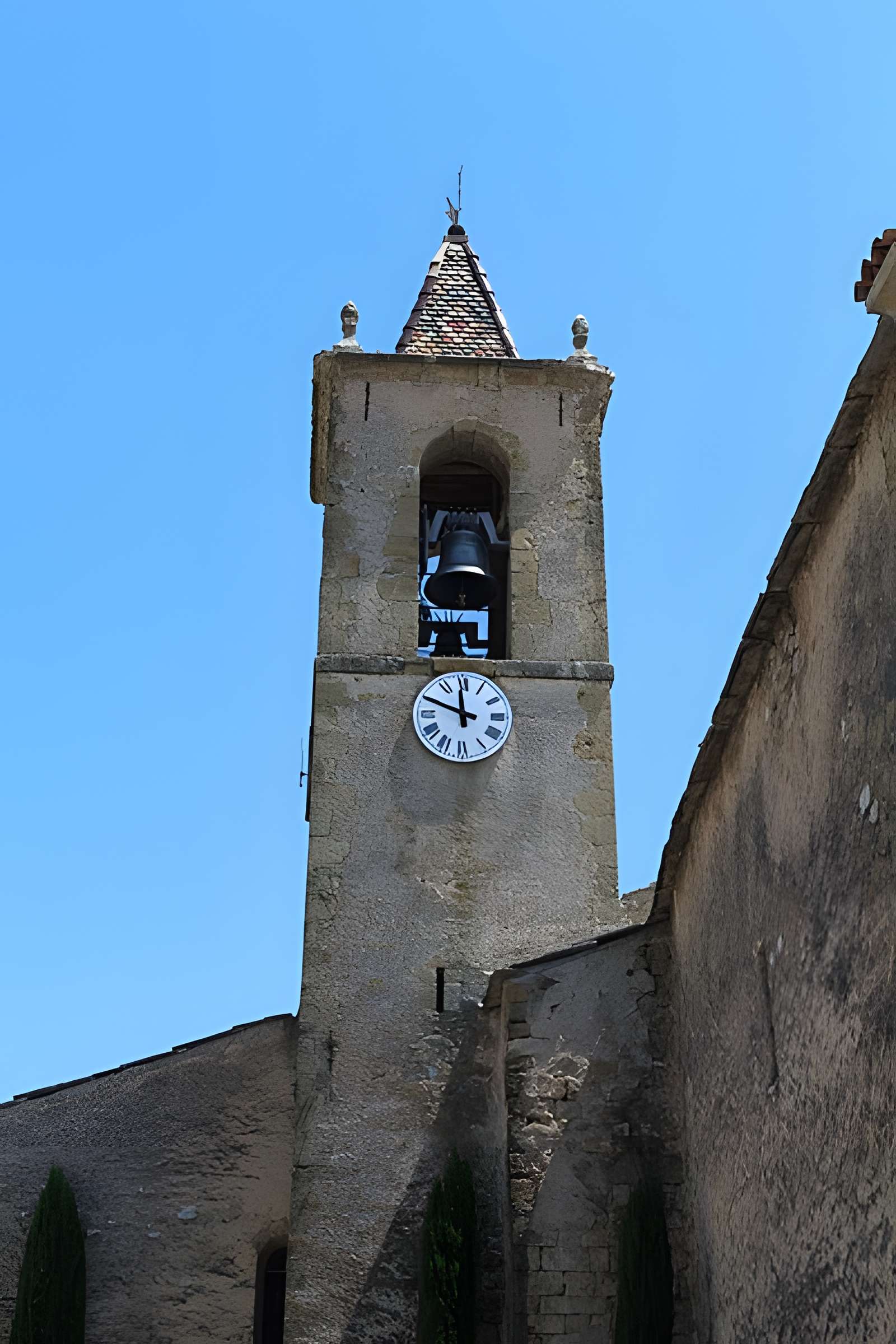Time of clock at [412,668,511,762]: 11:48
